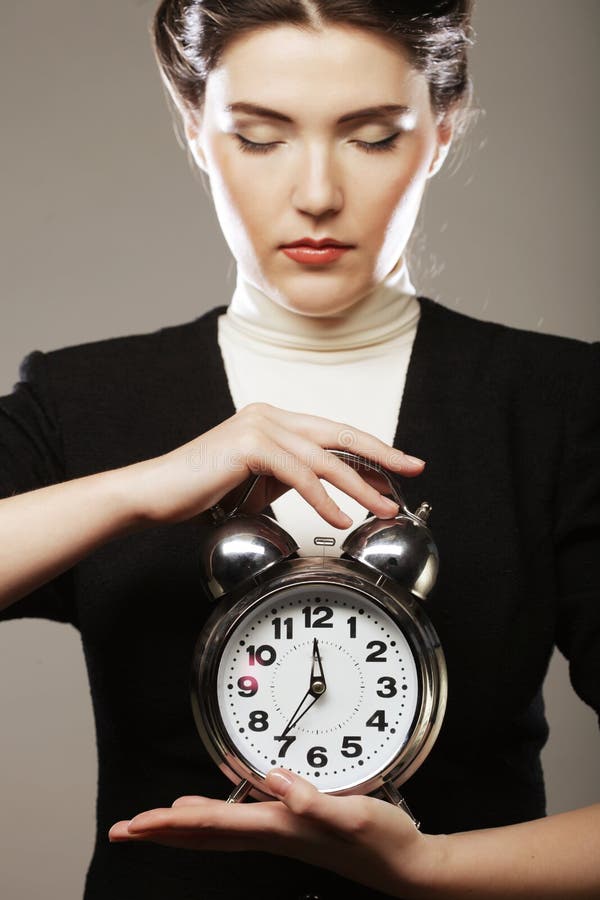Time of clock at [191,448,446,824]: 11:35
